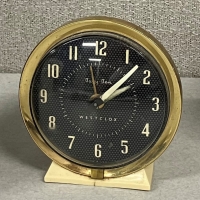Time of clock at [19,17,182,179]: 9:07
